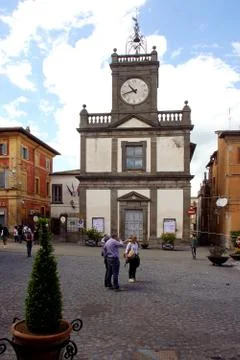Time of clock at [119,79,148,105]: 10:42
